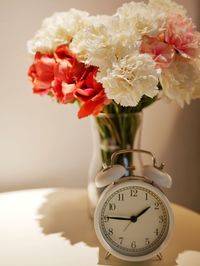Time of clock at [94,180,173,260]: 1:45
